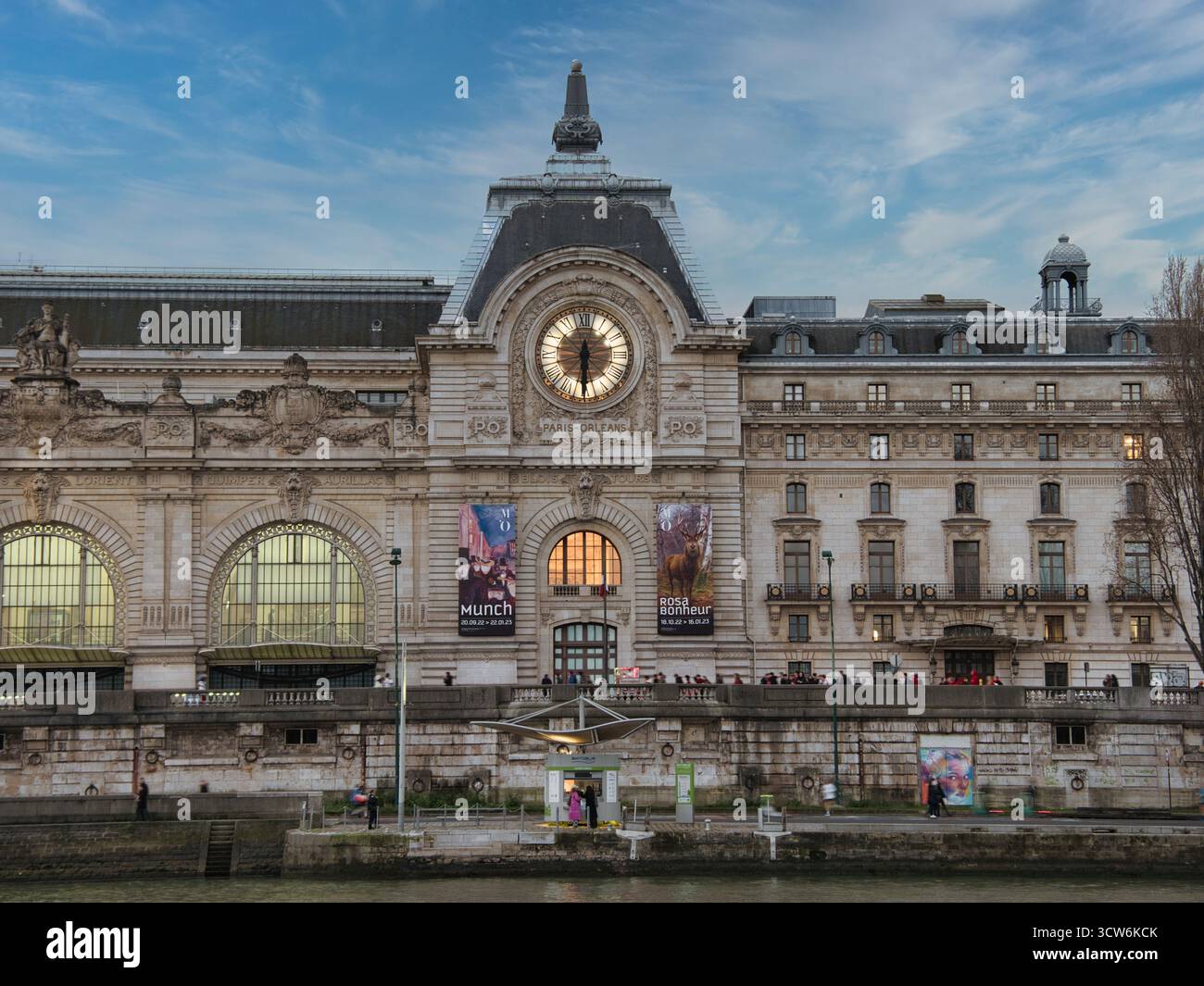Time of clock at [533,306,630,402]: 6:30
